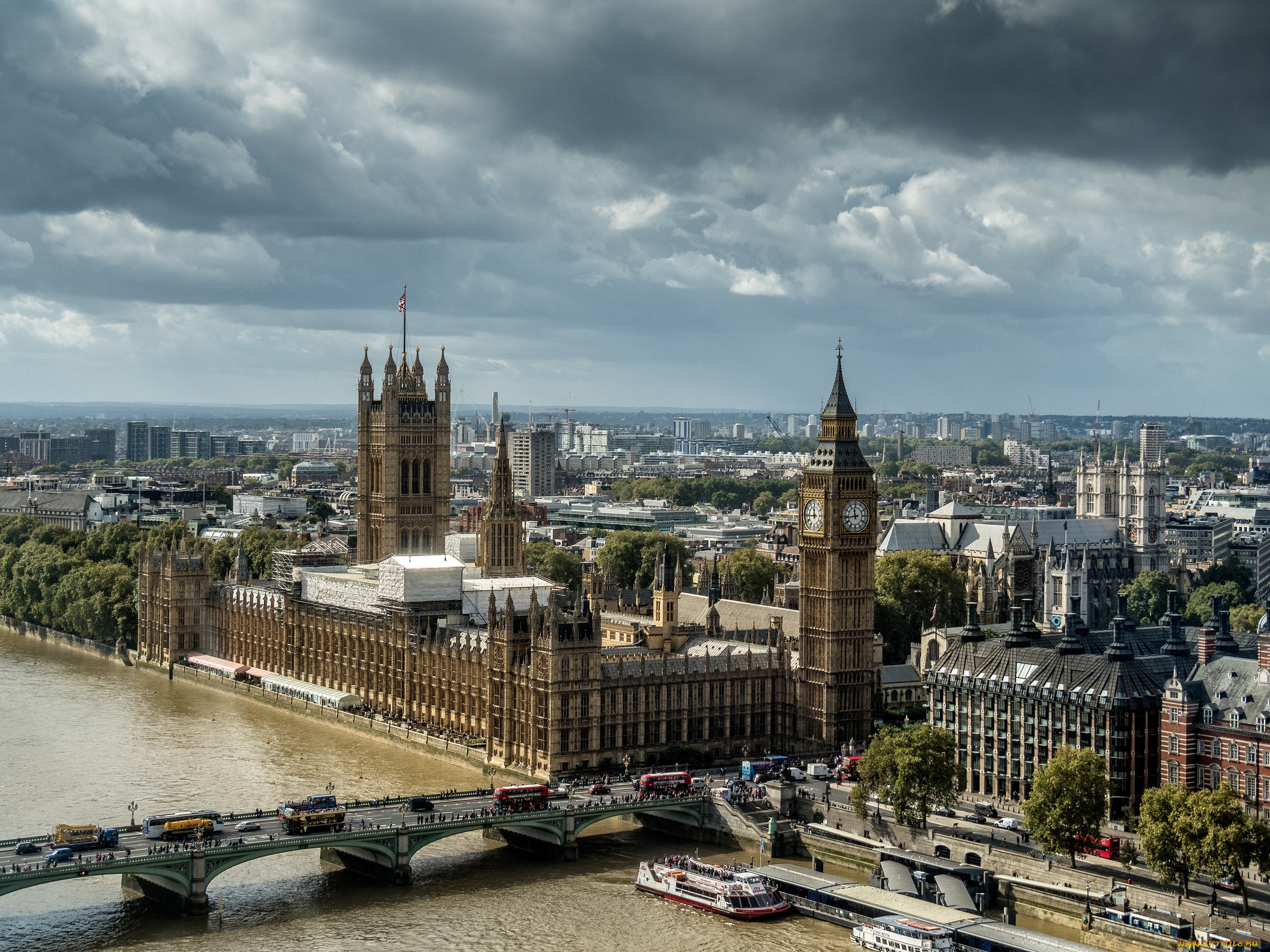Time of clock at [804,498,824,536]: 11:44
